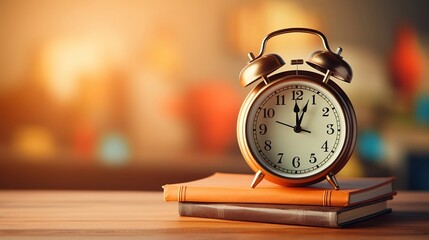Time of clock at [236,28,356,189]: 12:03
